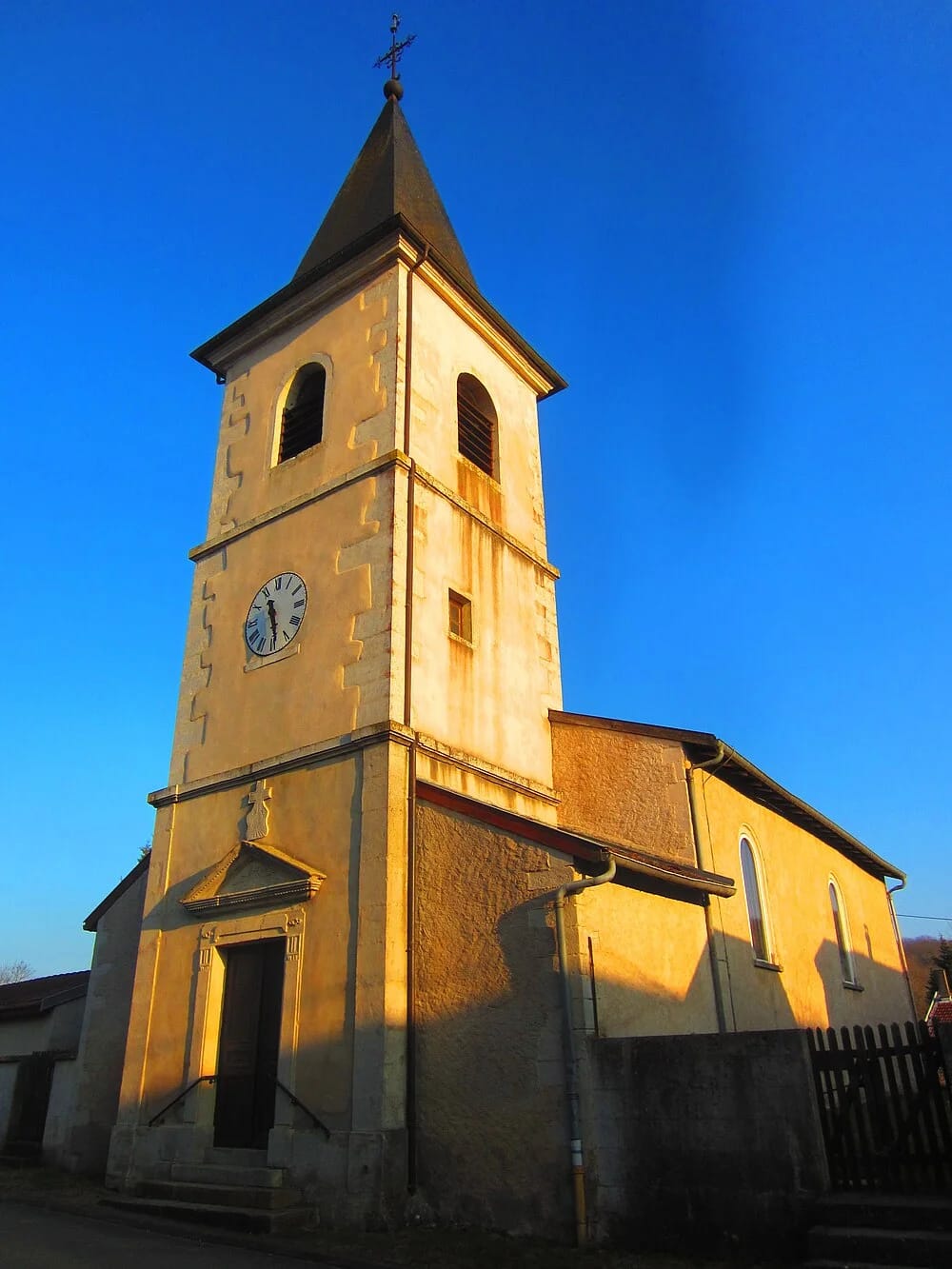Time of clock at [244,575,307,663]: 11:29
